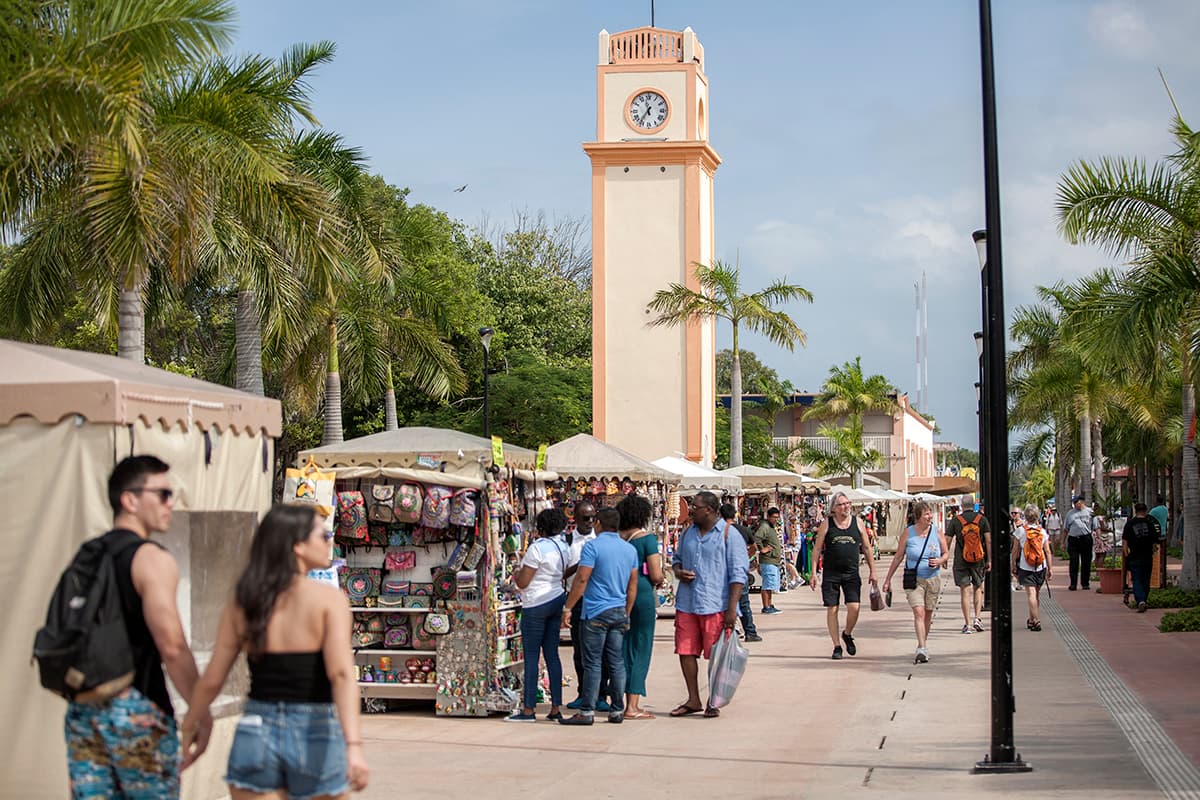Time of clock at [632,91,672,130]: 11:35
